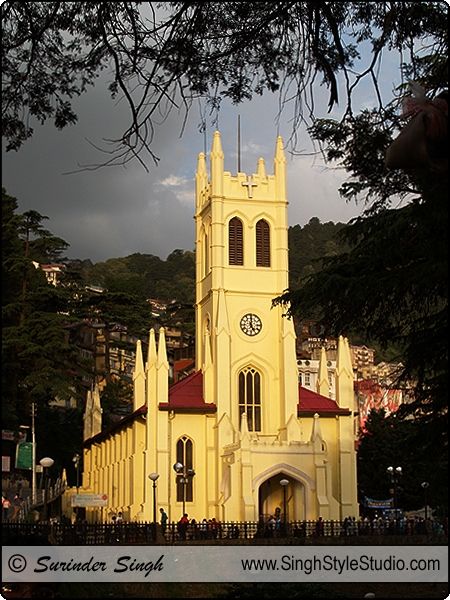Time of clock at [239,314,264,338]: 5:00
